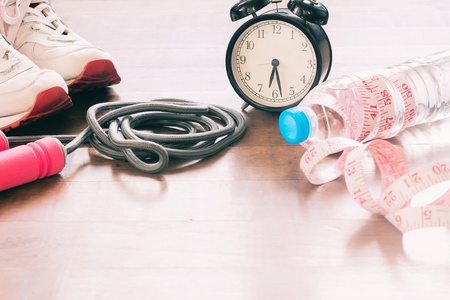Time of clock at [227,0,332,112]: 6:28
